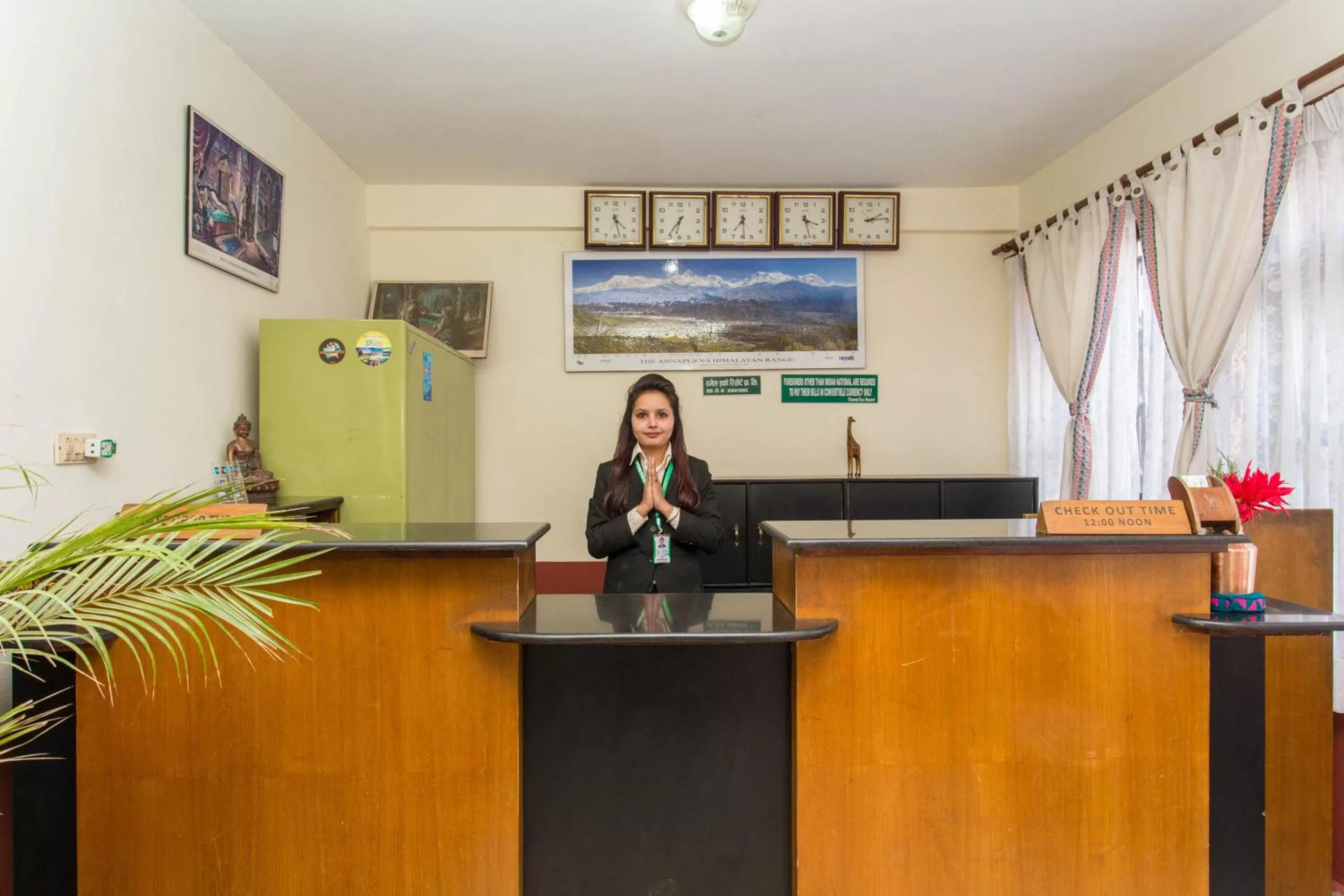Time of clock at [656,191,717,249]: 6:36
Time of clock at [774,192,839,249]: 3:27
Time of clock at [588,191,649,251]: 4:27
